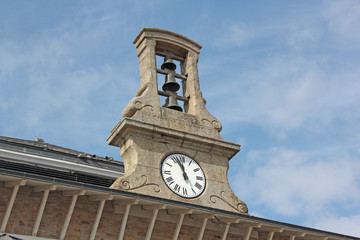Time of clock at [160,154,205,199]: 11:56
